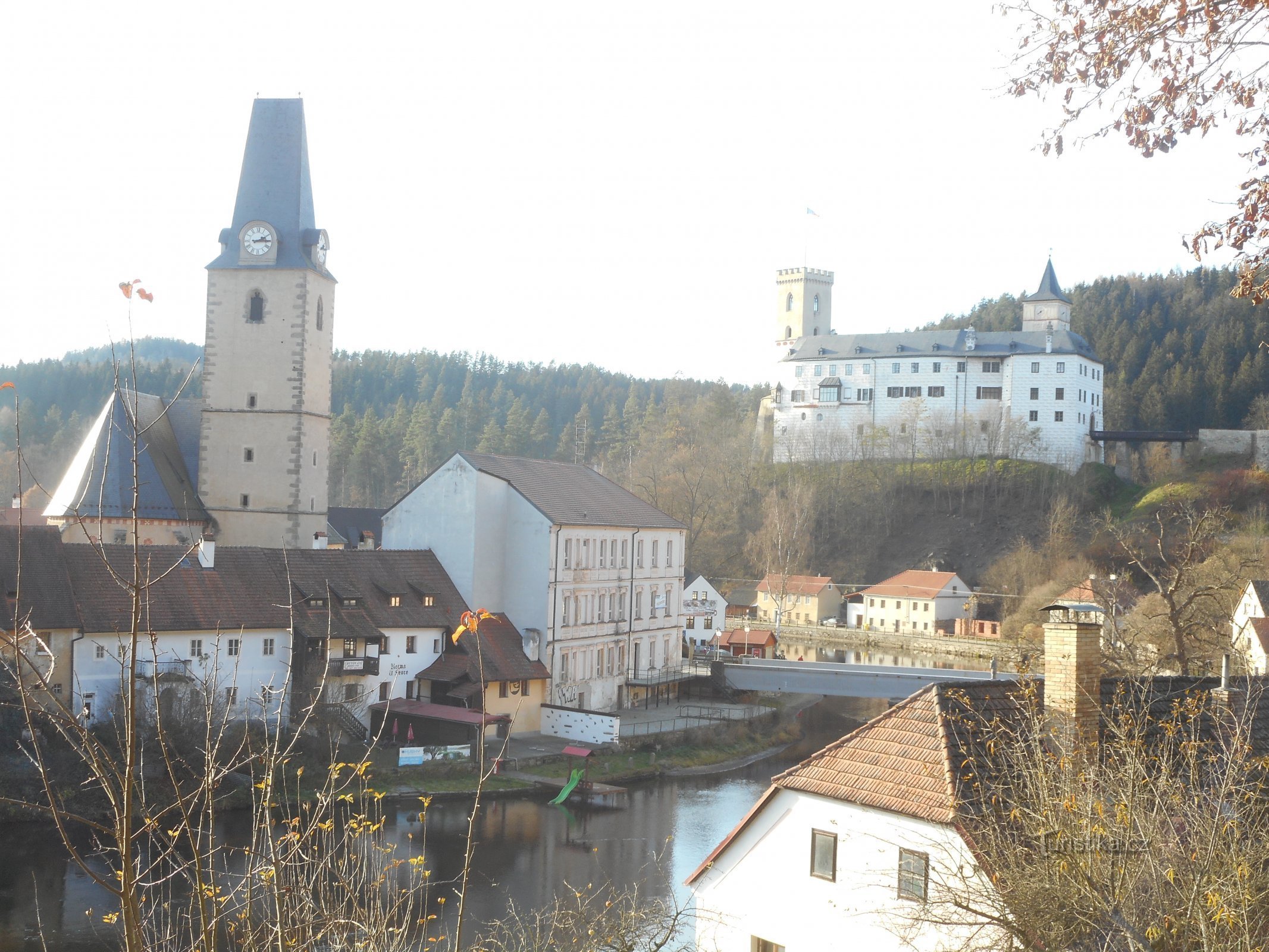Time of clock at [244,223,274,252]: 2:14
